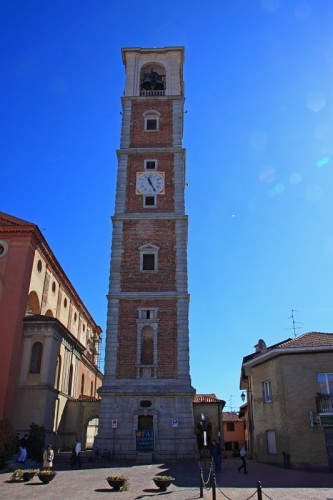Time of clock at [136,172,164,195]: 11:25
